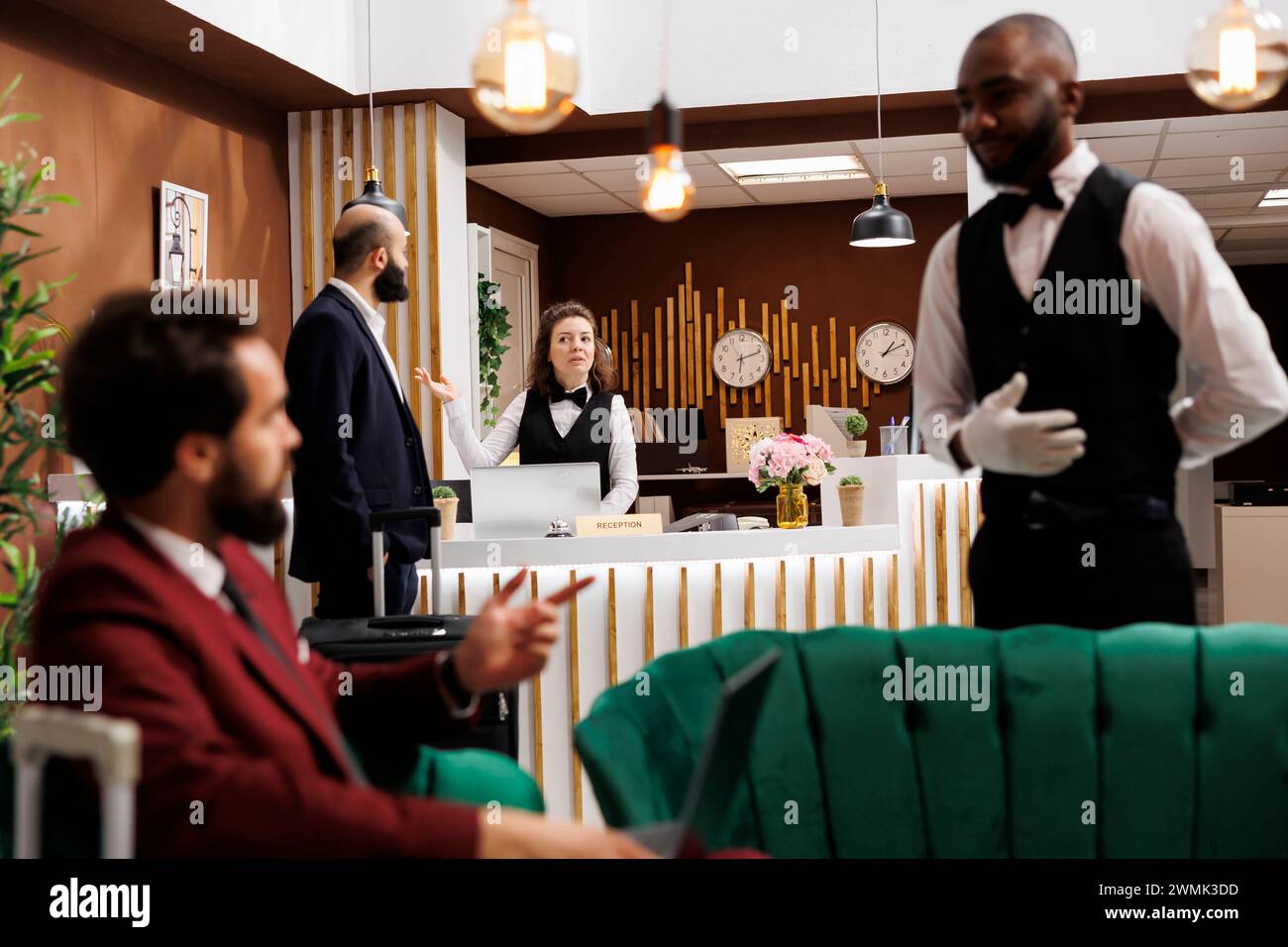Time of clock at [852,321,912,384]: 1:10
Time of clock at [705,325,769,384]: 6:11
